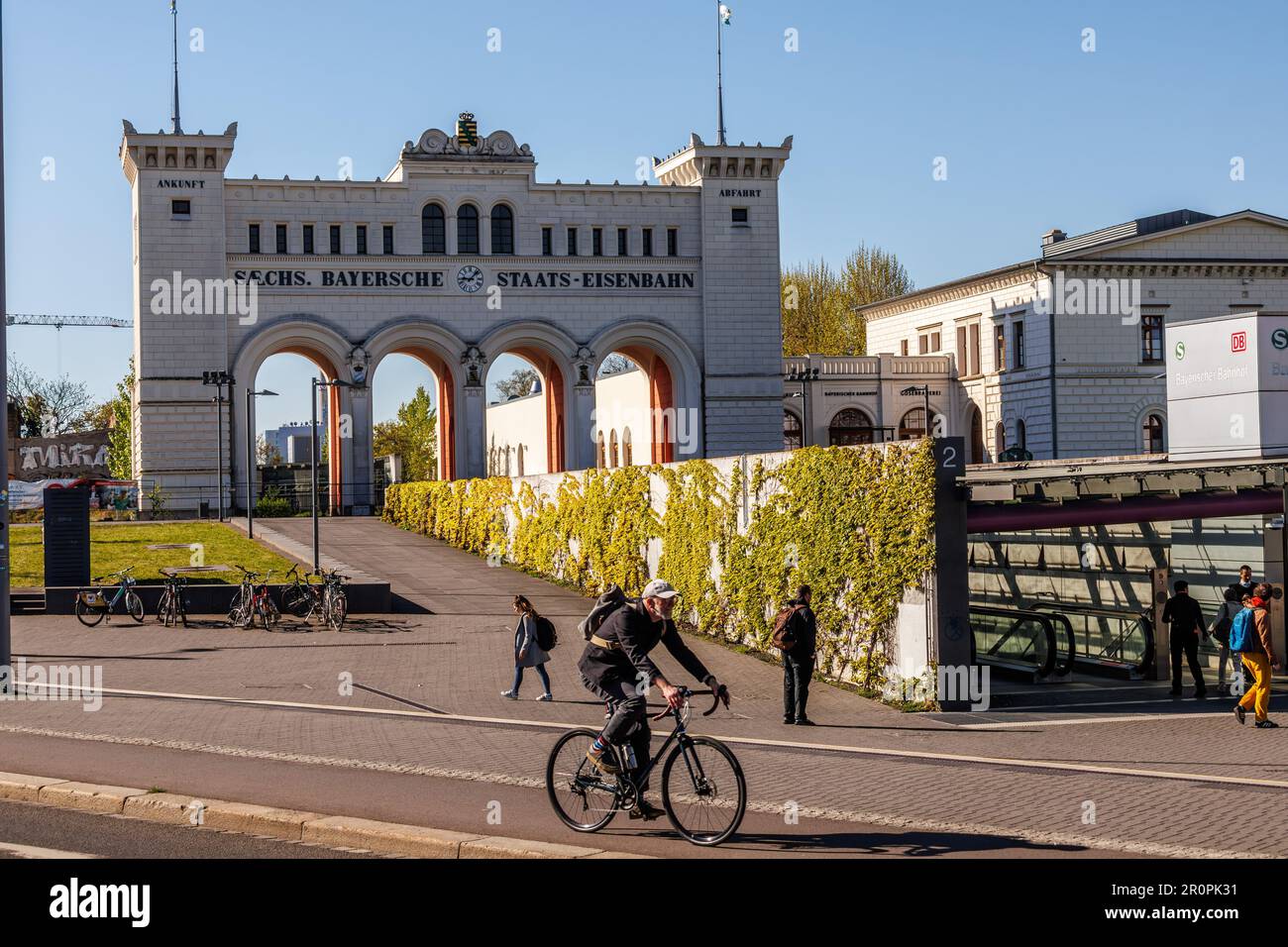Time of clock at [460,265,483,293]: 9:07
